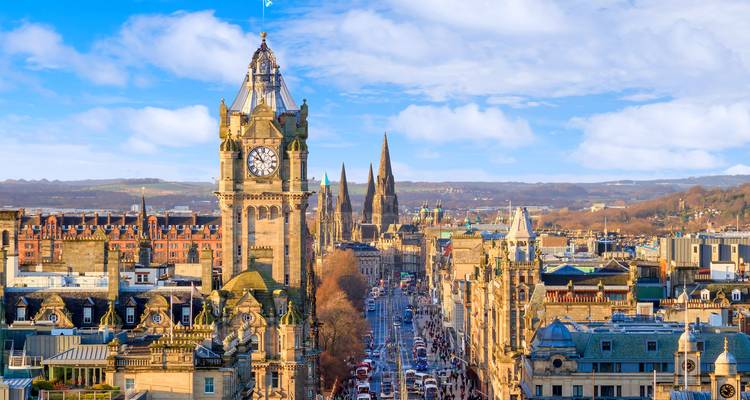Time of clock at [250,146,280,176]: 9:53
